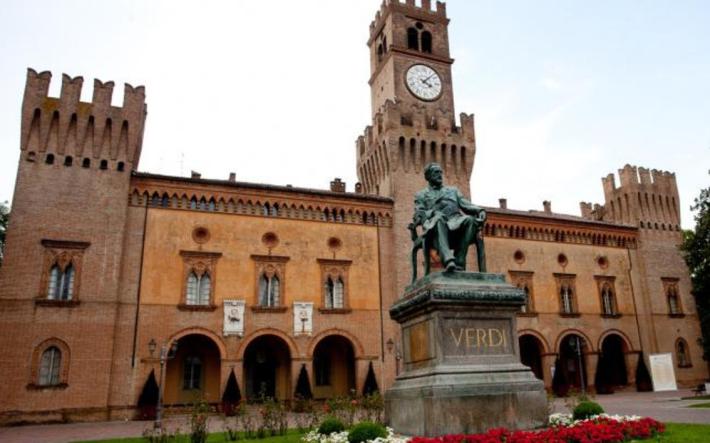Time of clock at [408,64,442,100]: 4:07
